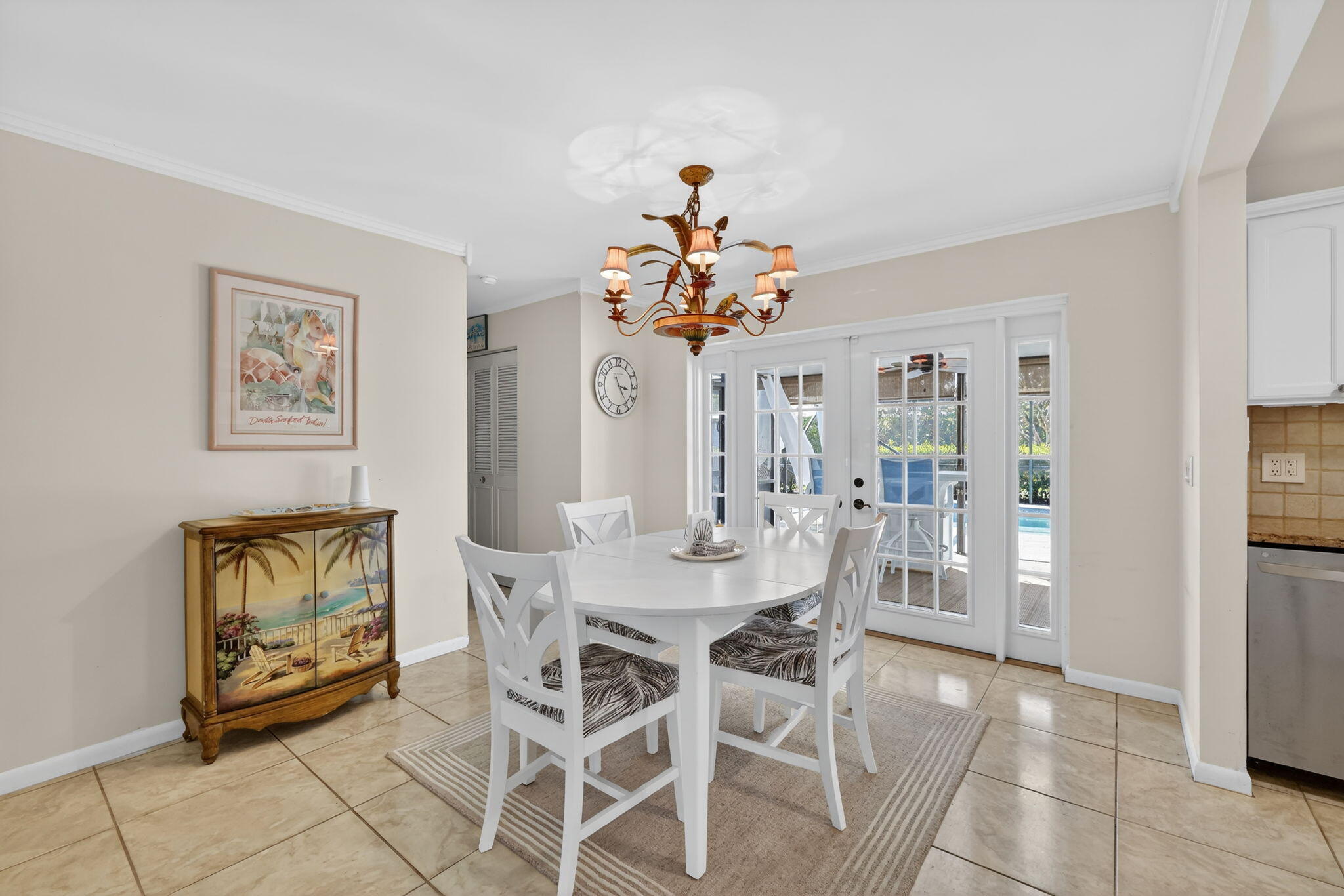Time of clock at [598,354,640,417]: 3:24
